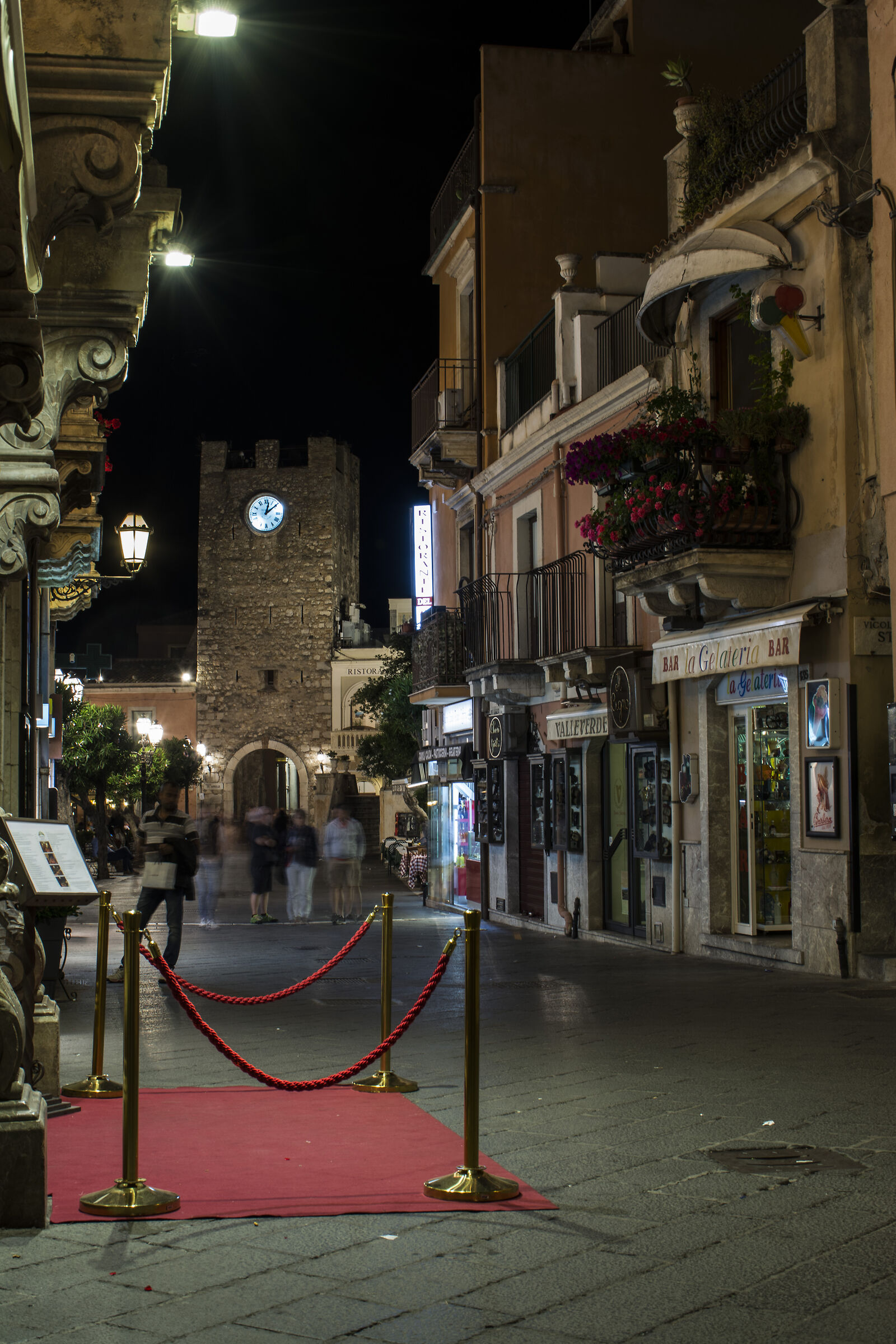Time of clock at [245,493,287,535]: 12:08
